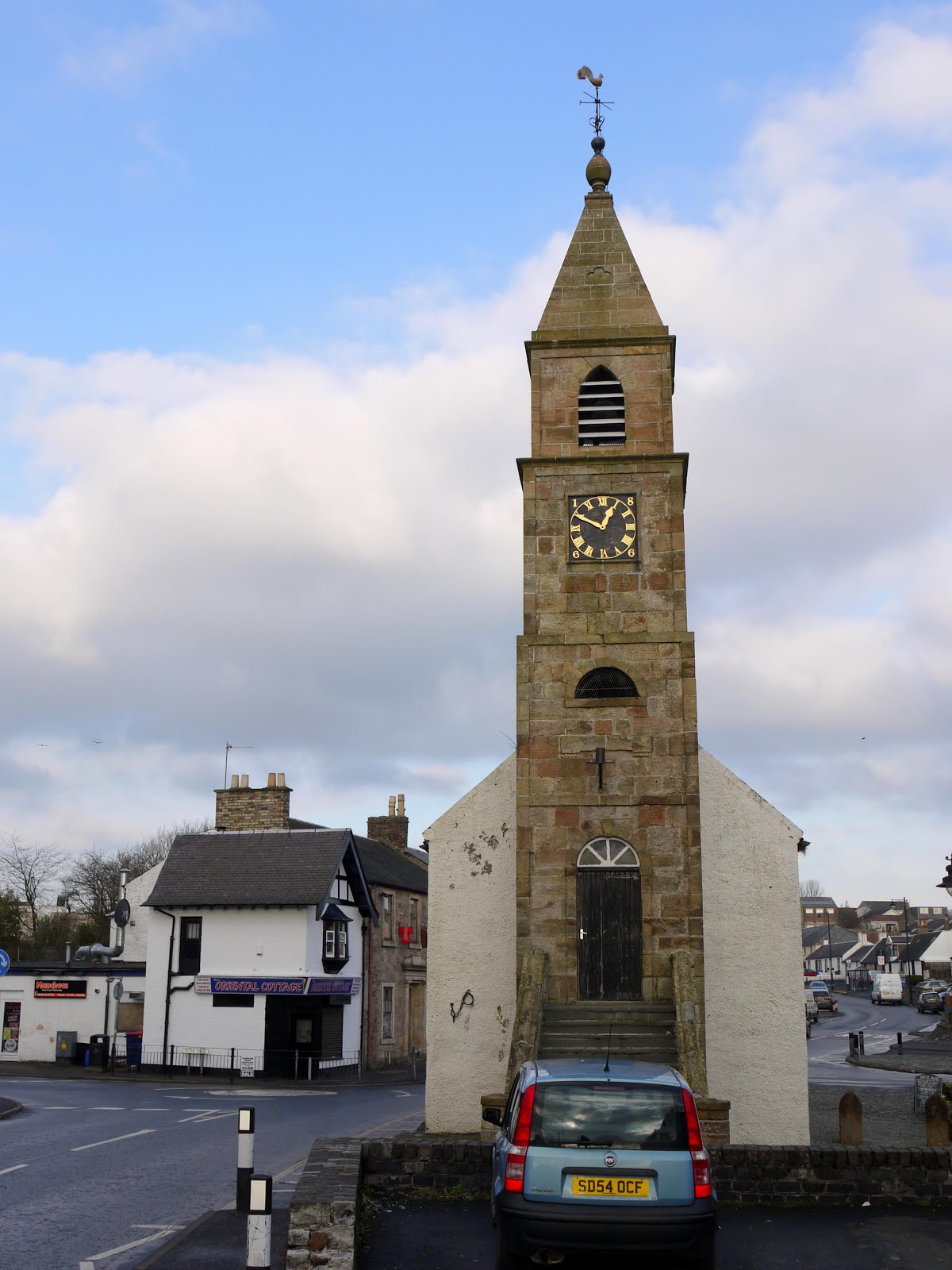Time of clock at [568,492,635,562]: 12:49
